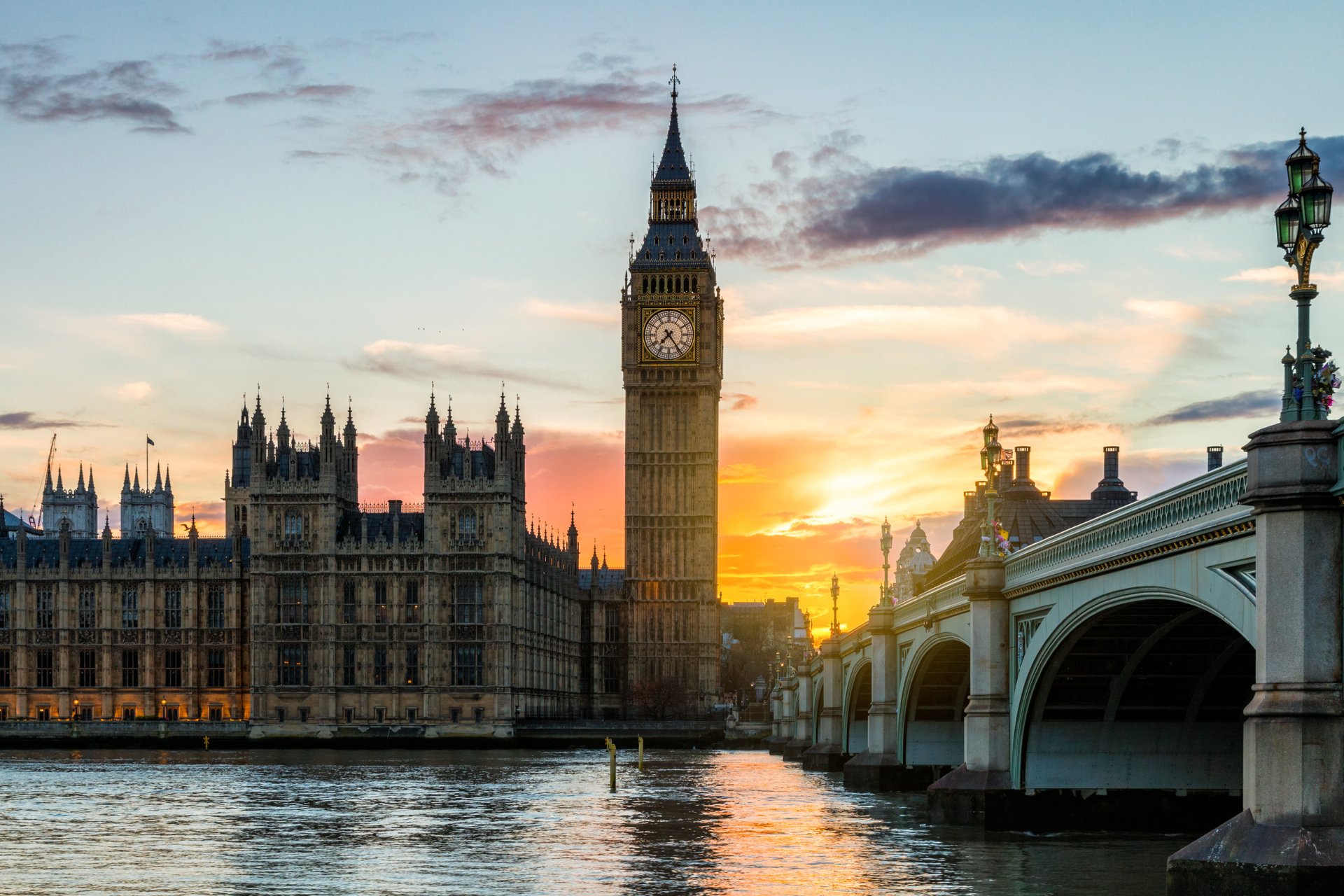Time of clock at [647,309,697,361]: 7:24
